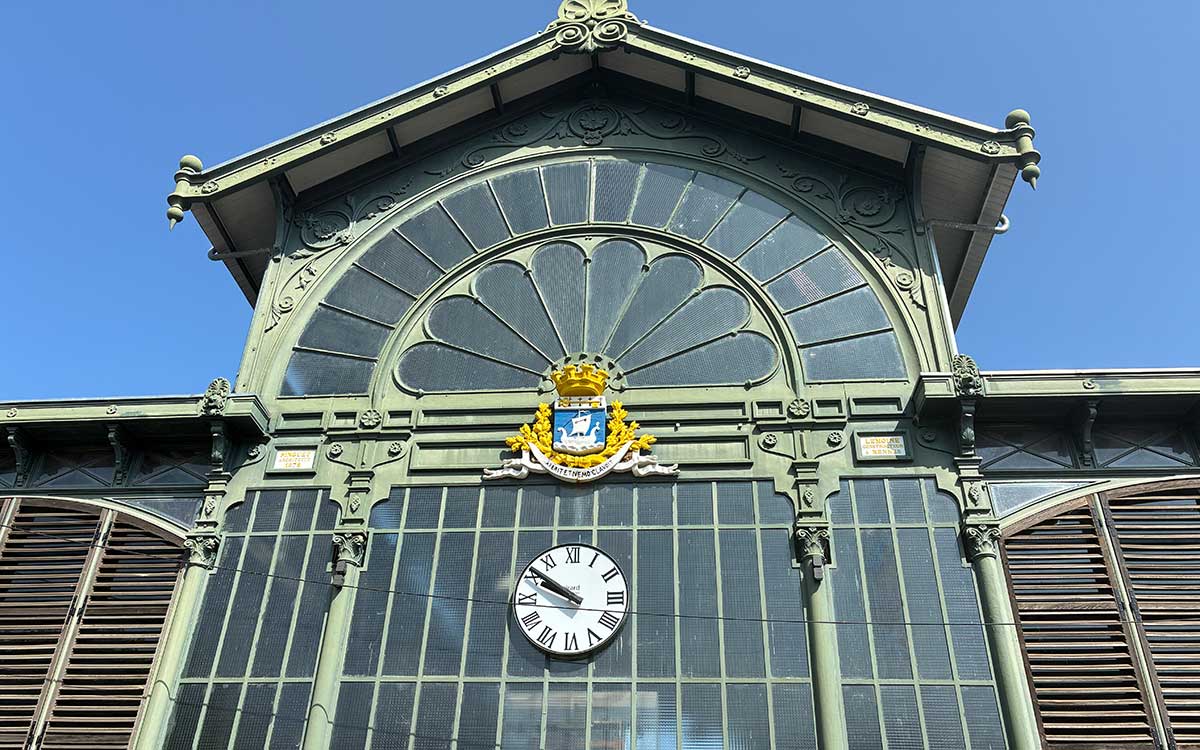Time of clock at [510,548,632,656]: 9:50
